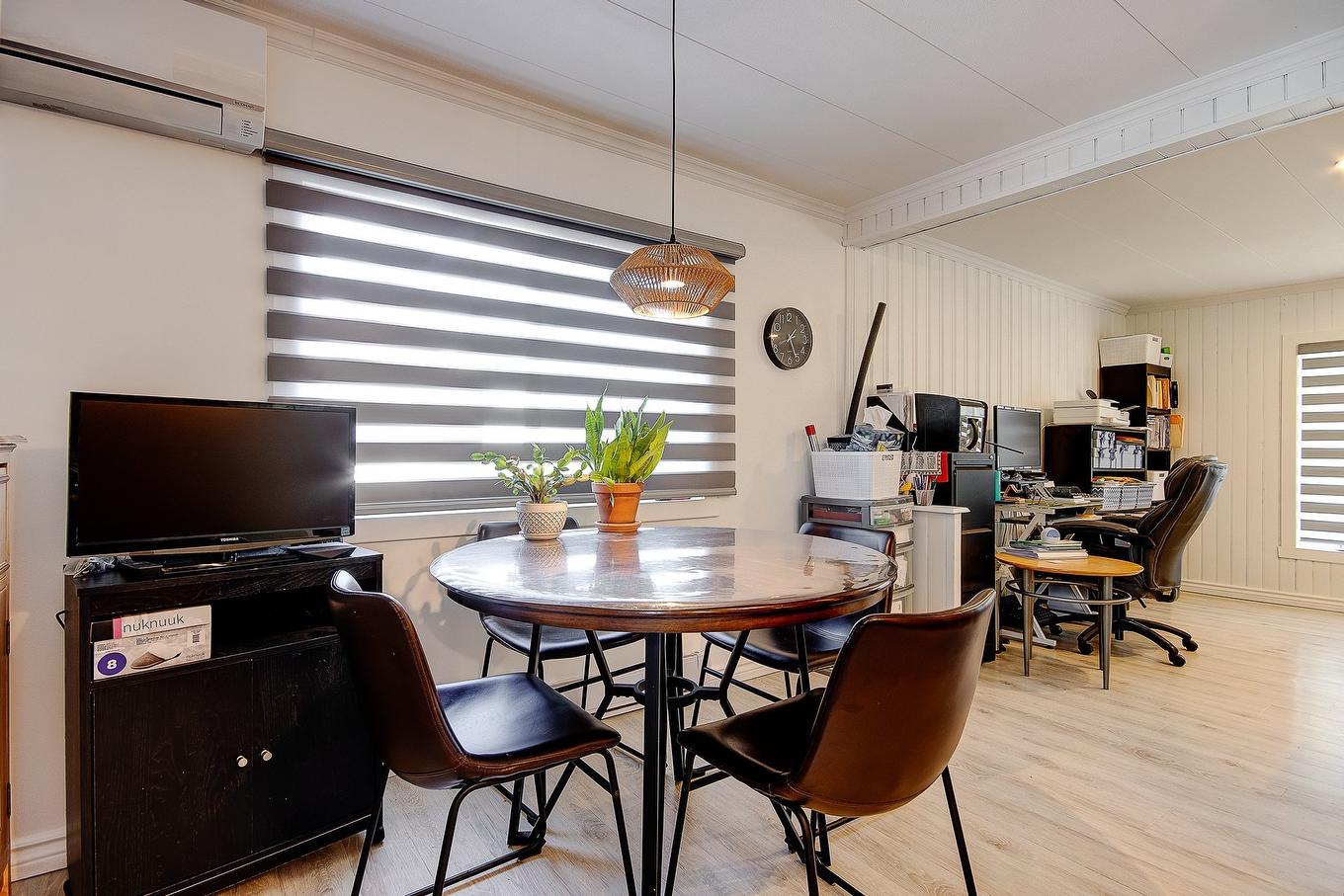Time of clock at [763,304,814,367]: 1:26
